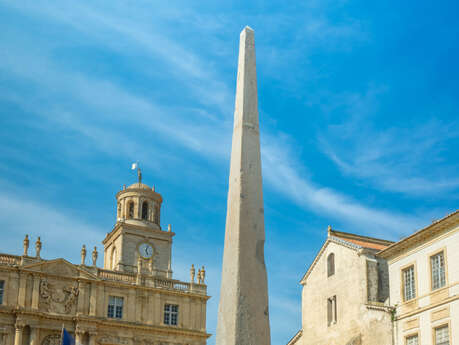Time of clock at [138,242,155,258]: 5:03
